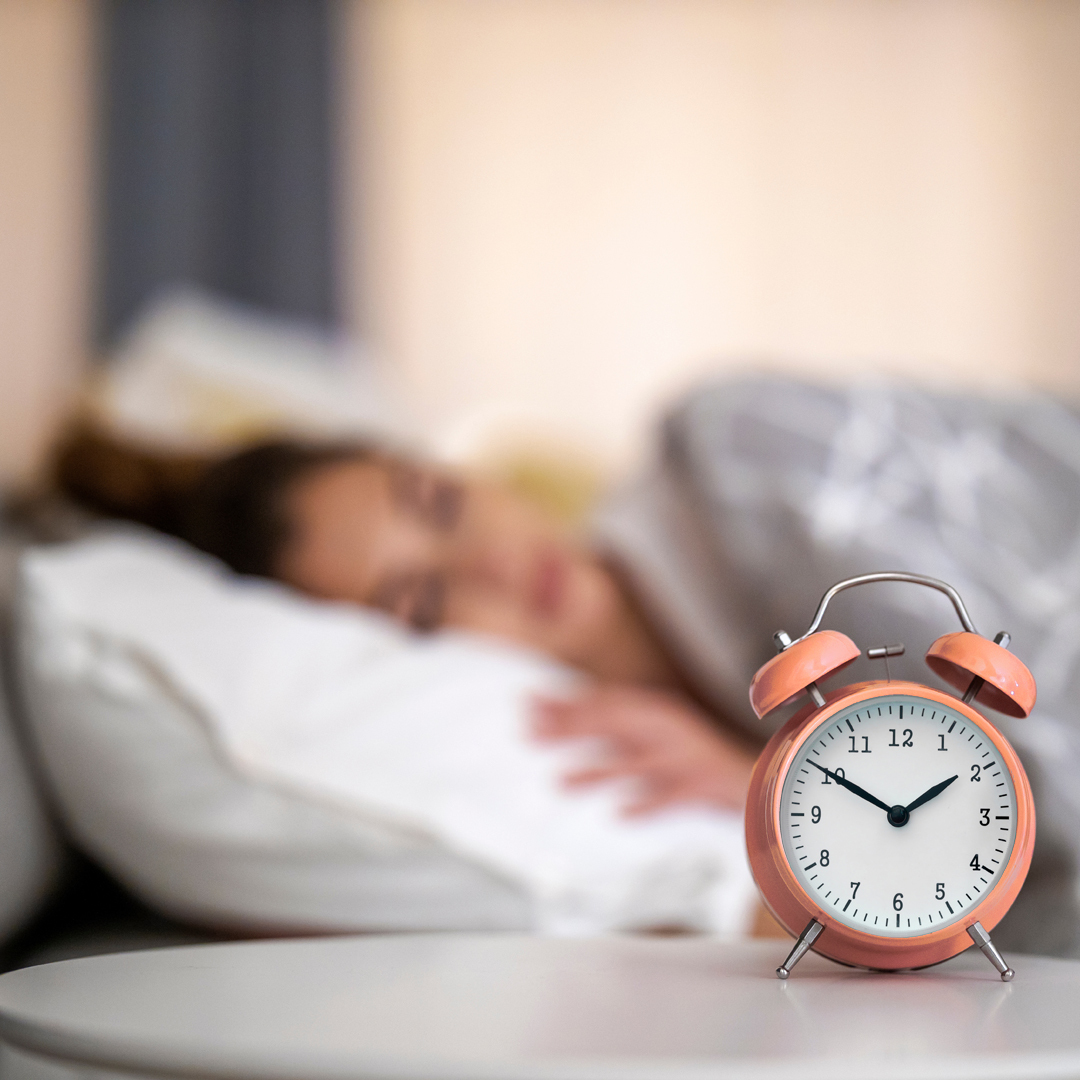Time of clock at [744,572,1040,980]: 1:50
